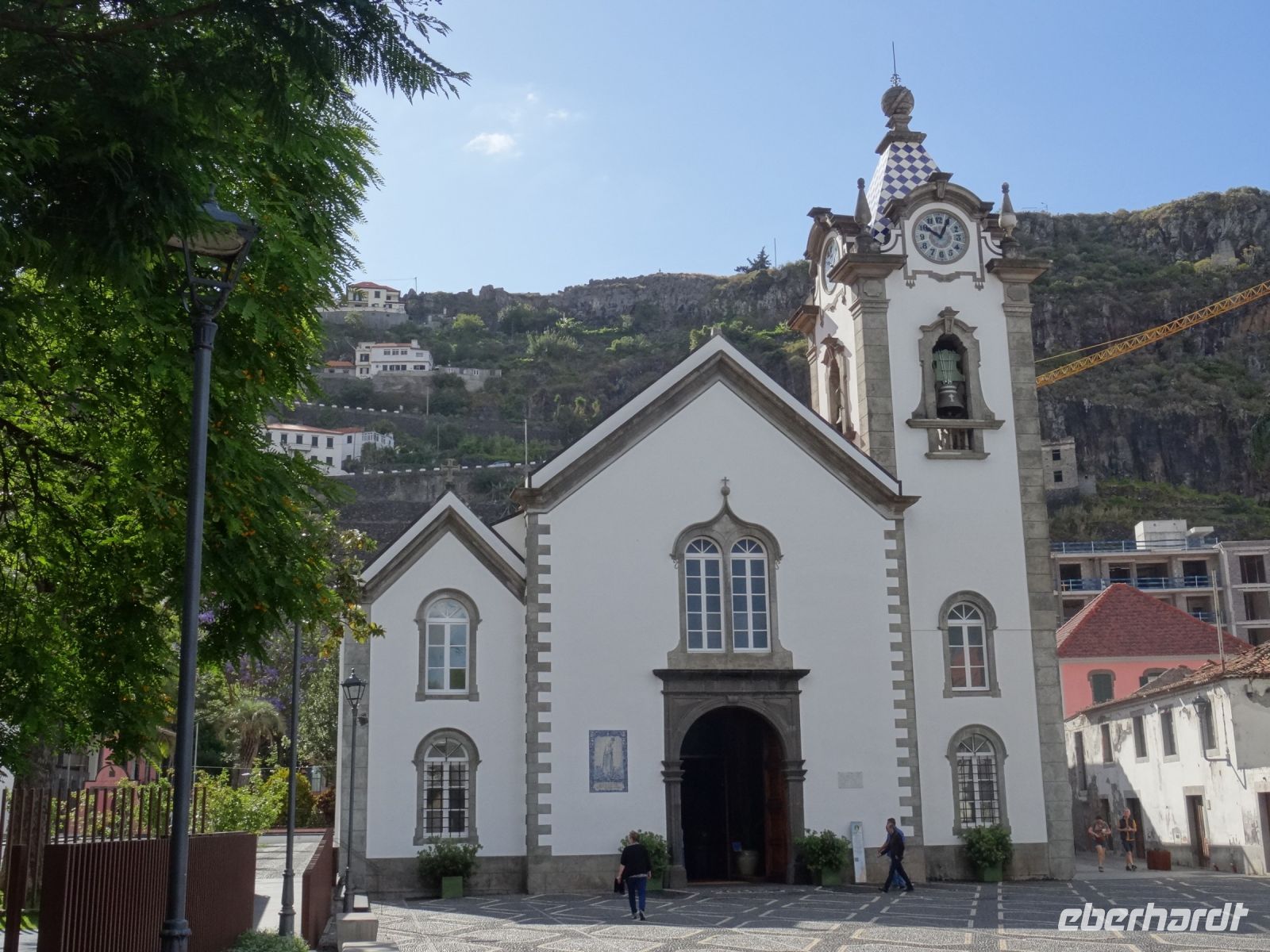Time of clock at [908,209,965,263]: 10:04
